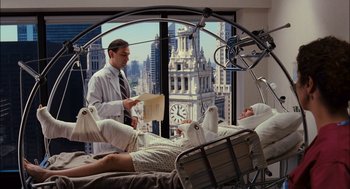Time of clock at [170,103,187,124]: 4:01
